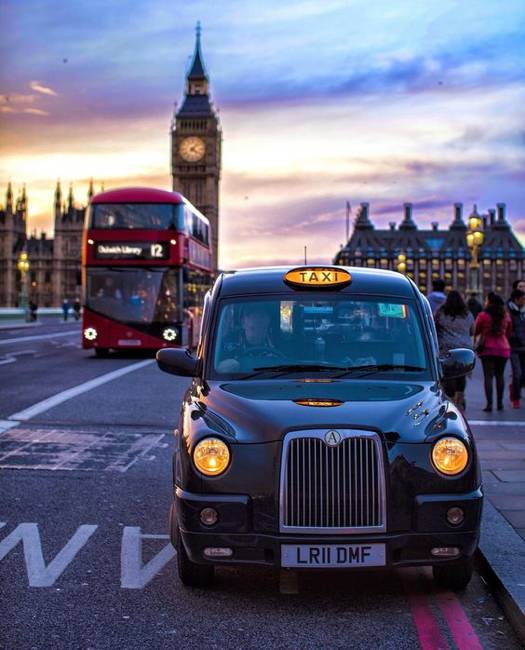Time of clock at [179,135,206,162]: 4:07
